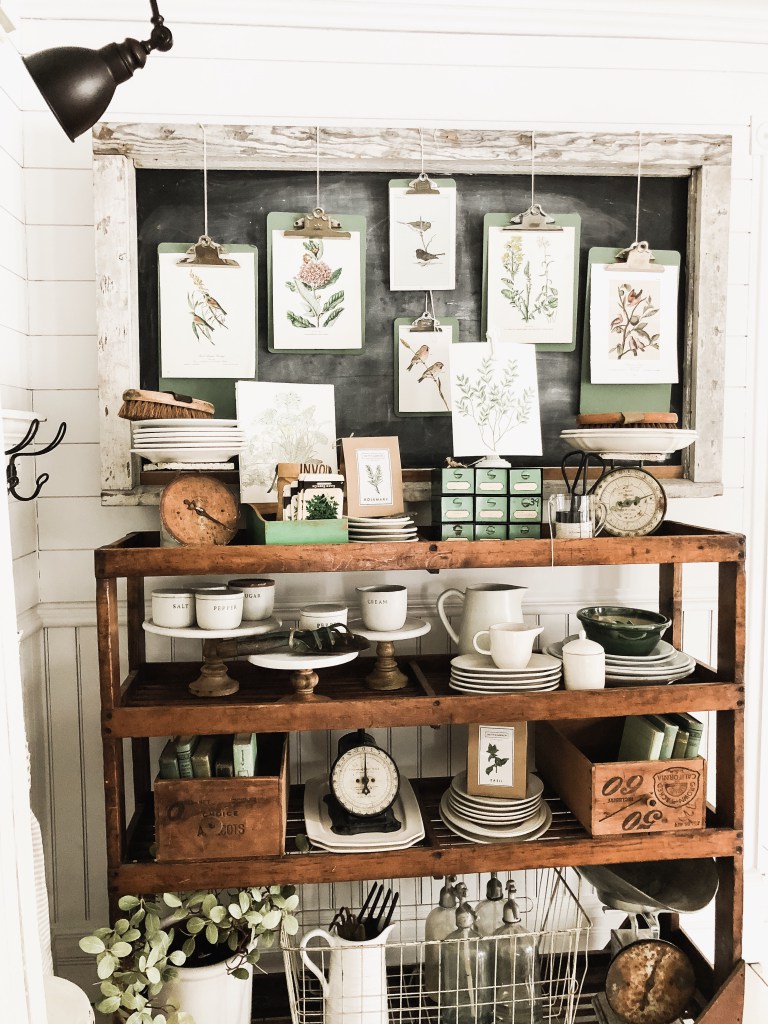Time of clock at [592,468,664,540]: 2:11
